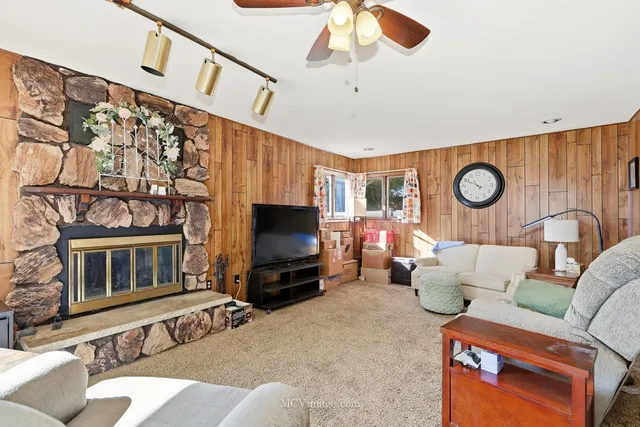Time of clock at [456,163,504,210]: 10:49
